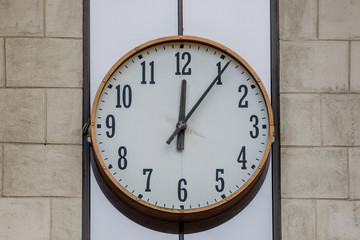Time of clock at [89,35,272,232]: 12:05
